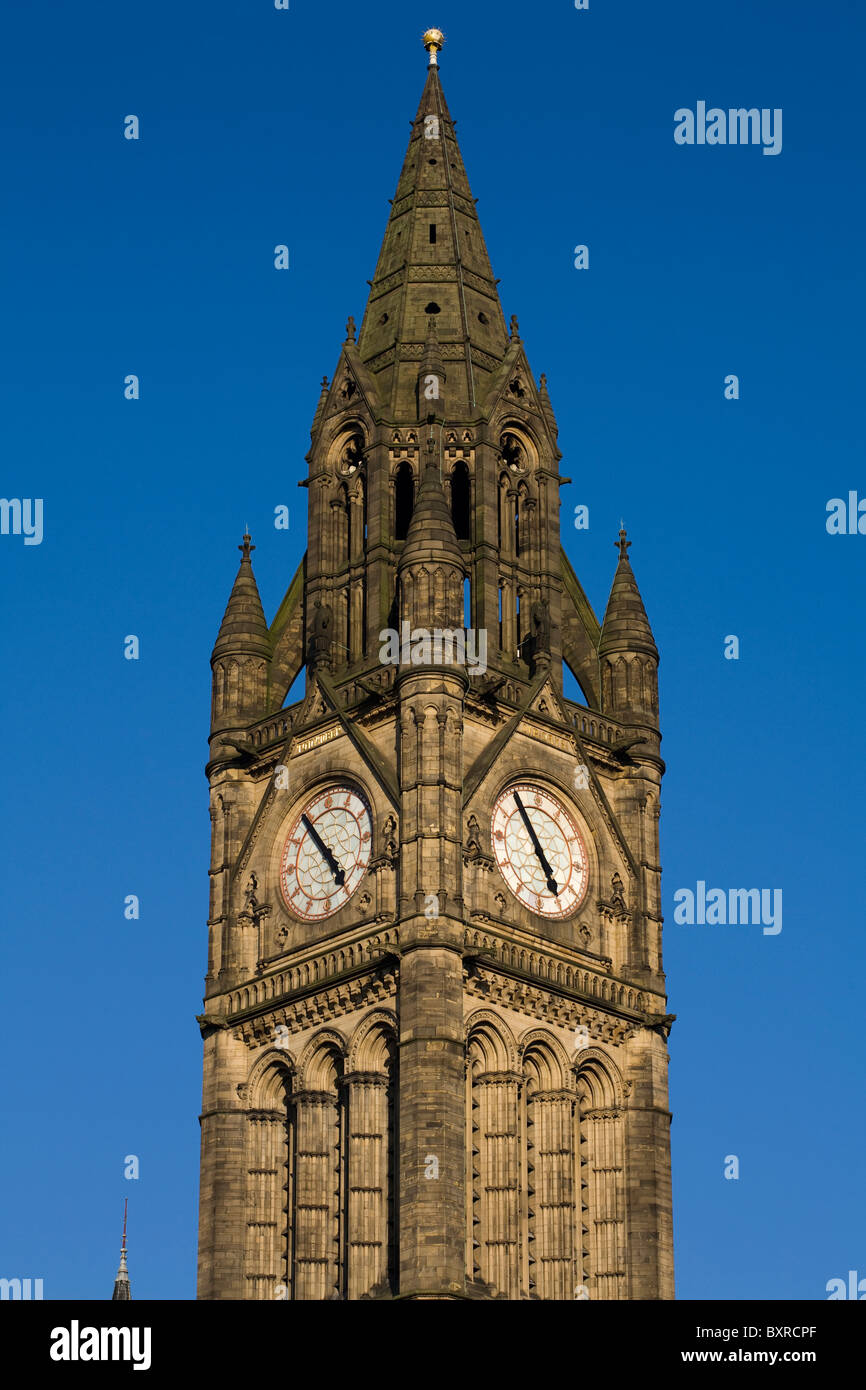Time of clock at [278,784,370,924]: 4:54
